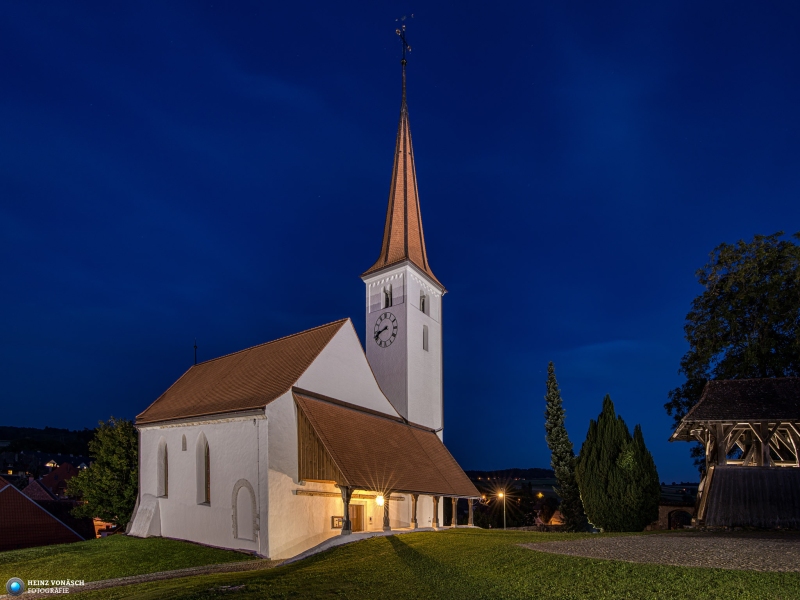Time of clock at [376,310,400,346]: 8:41
